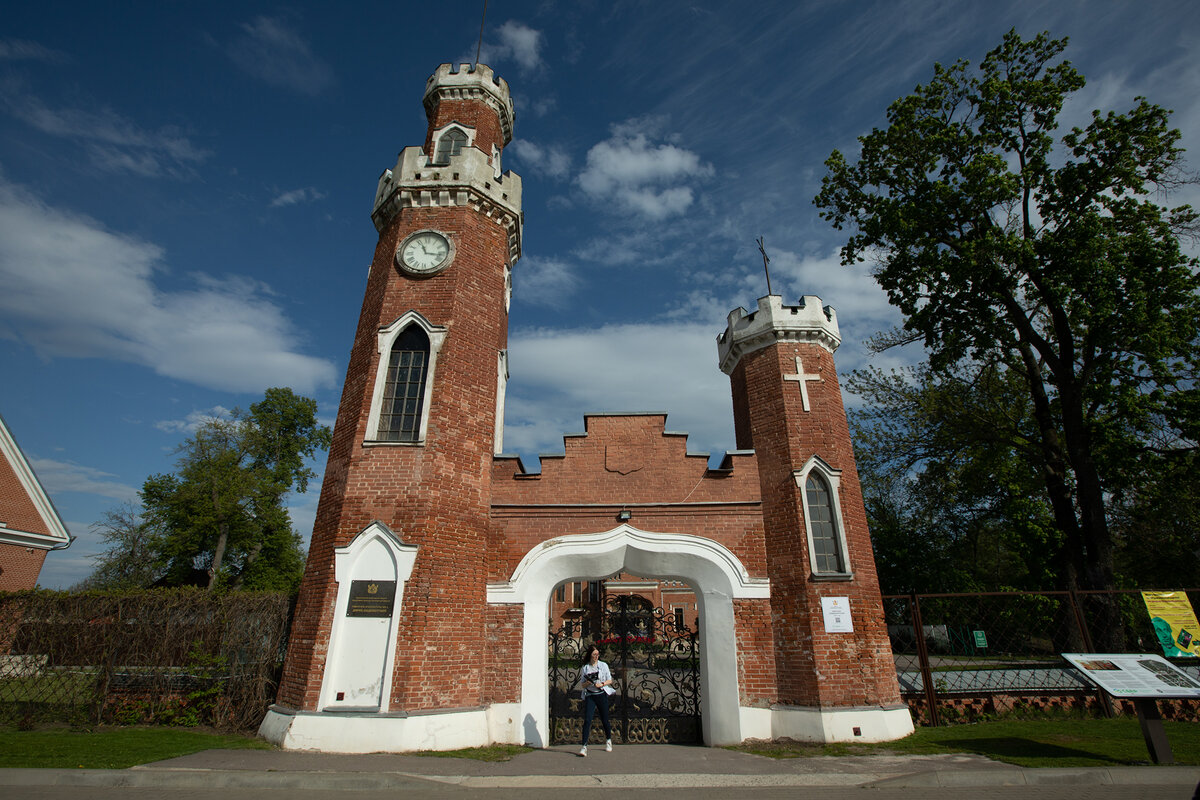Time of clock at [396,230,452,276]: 11:16
